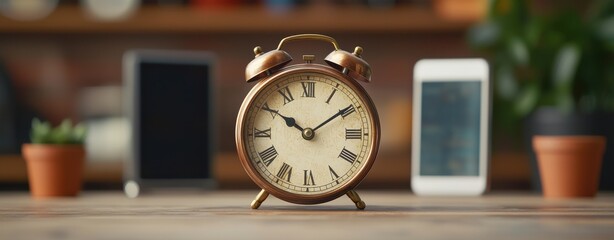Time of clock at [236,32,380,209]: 10:09
